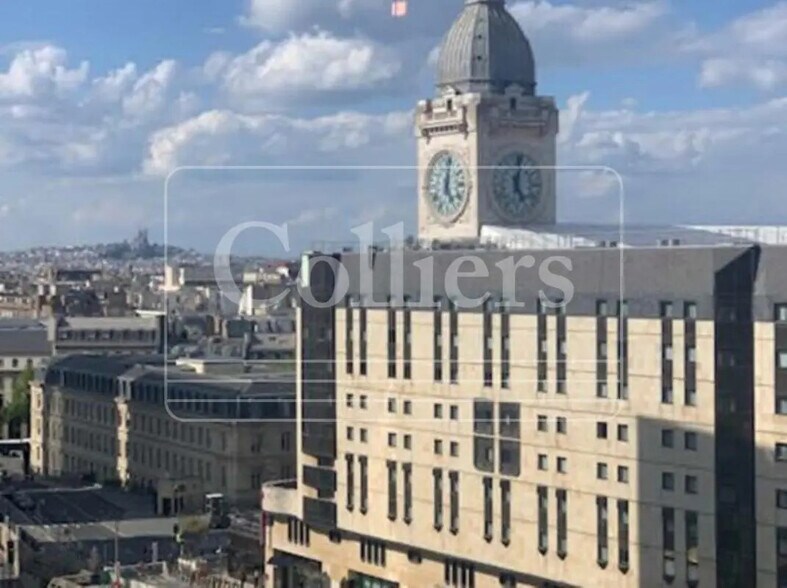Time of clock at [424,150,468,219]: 5:01
